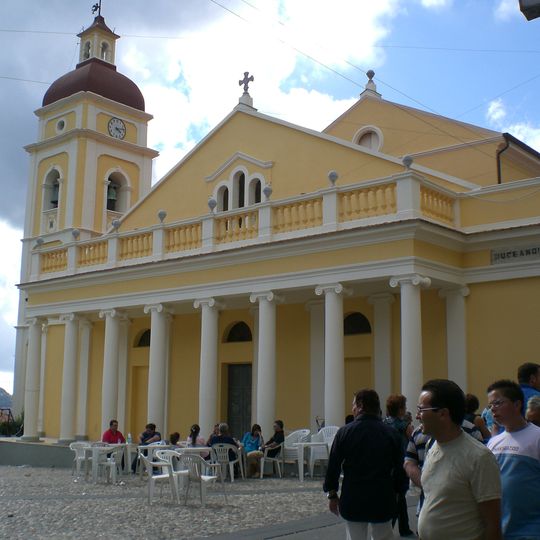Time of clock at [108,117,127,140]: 4:13
